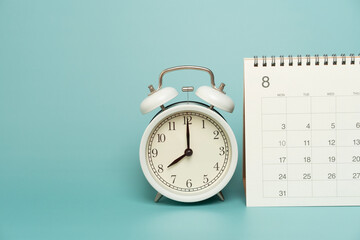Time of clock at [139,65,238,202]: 8:00
